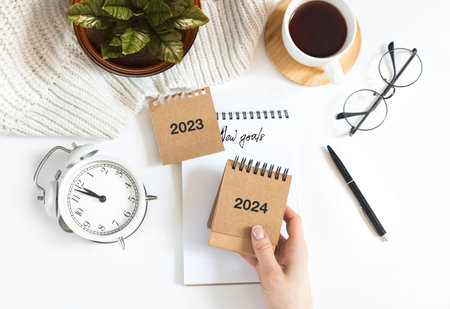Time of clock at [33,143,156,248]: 9:47
